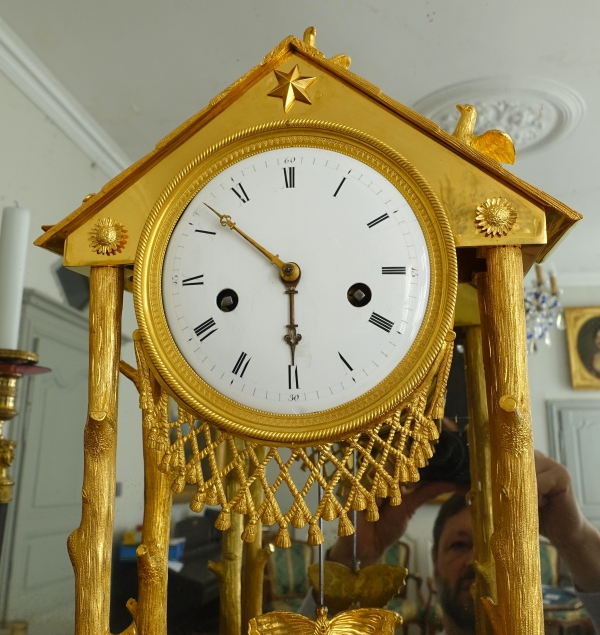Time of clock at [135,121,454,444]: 5:51
